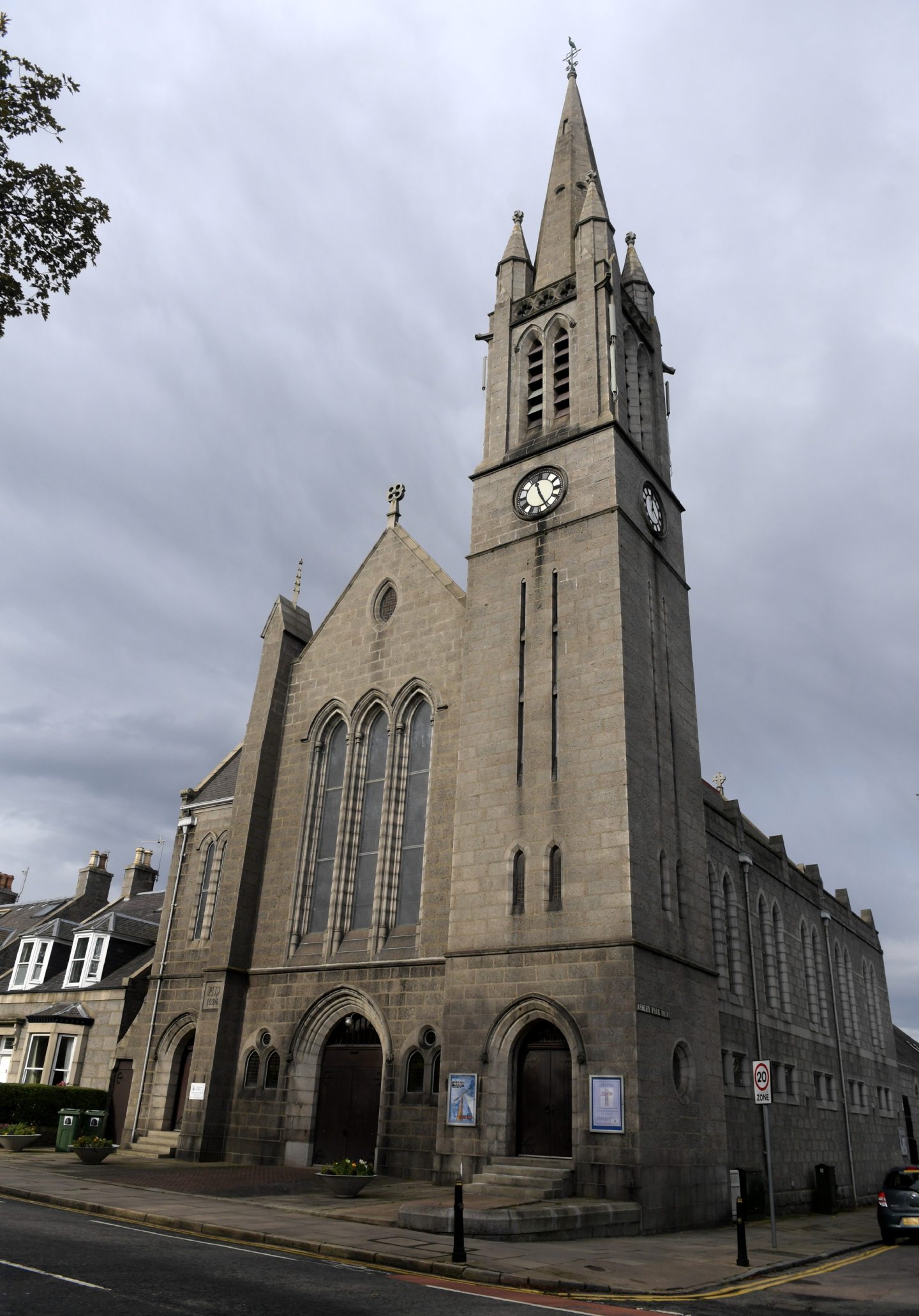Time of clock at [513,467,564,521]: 11:25
